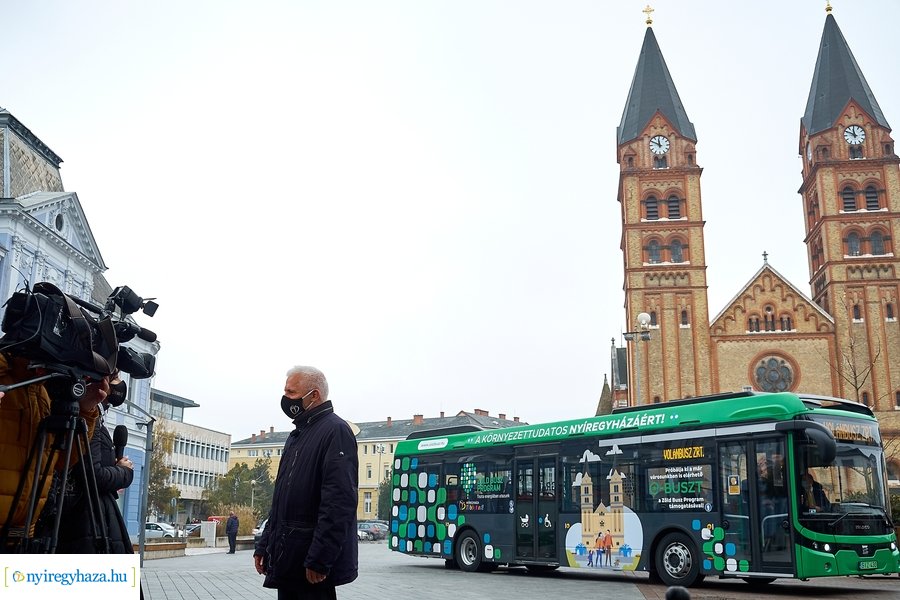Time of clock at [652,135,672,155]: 11:49
